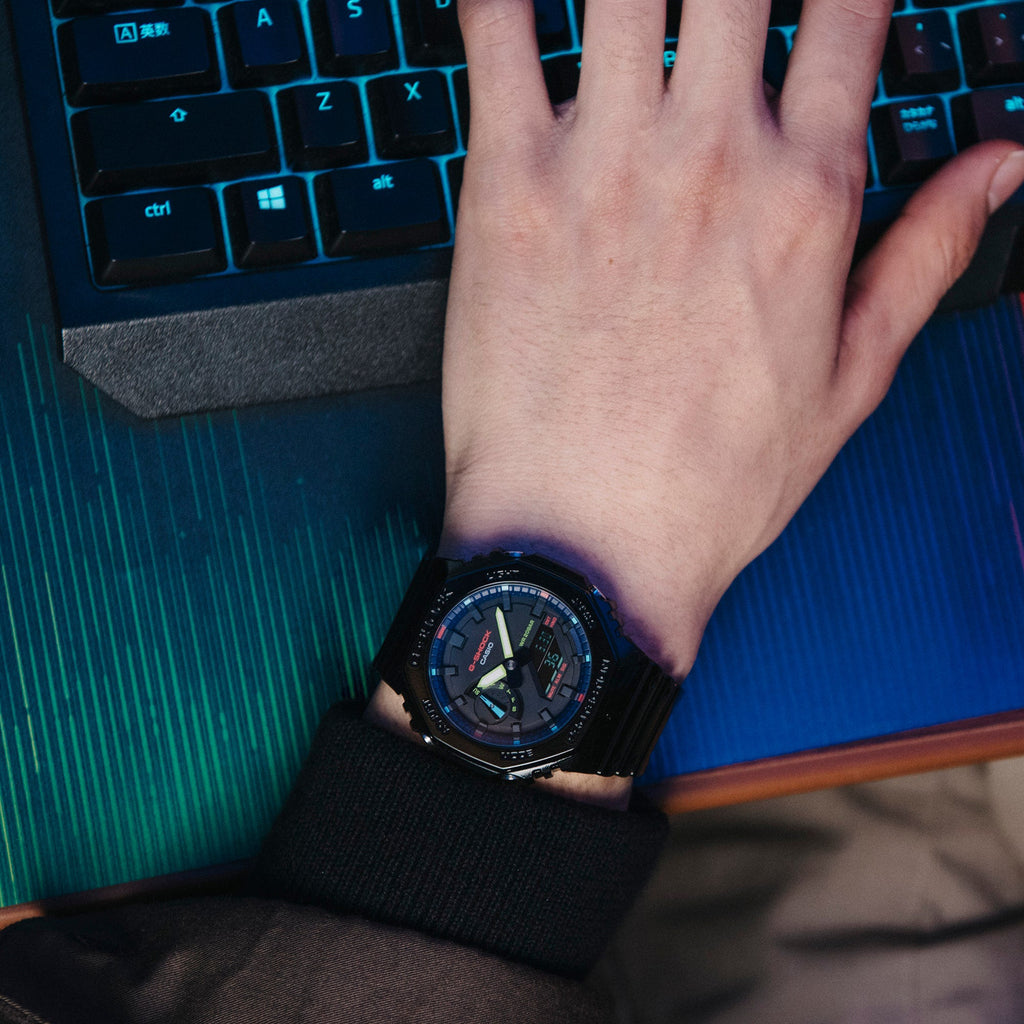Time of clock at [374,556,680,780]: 7:58
